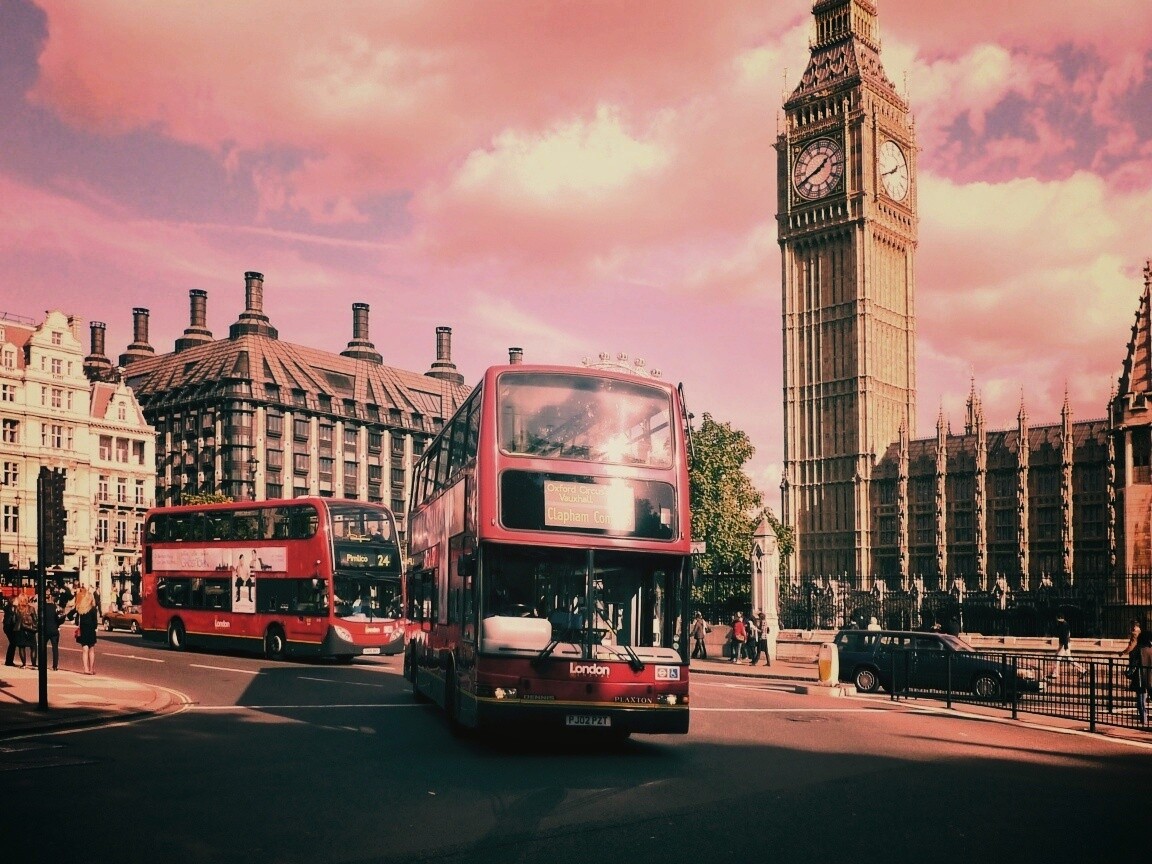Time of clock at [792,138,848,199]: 1:41
